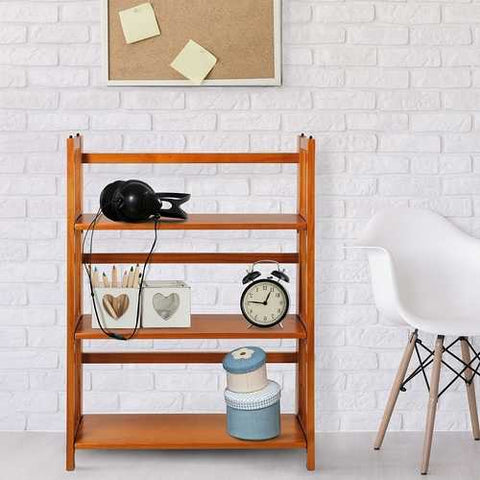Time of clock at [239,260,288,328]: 12:46
